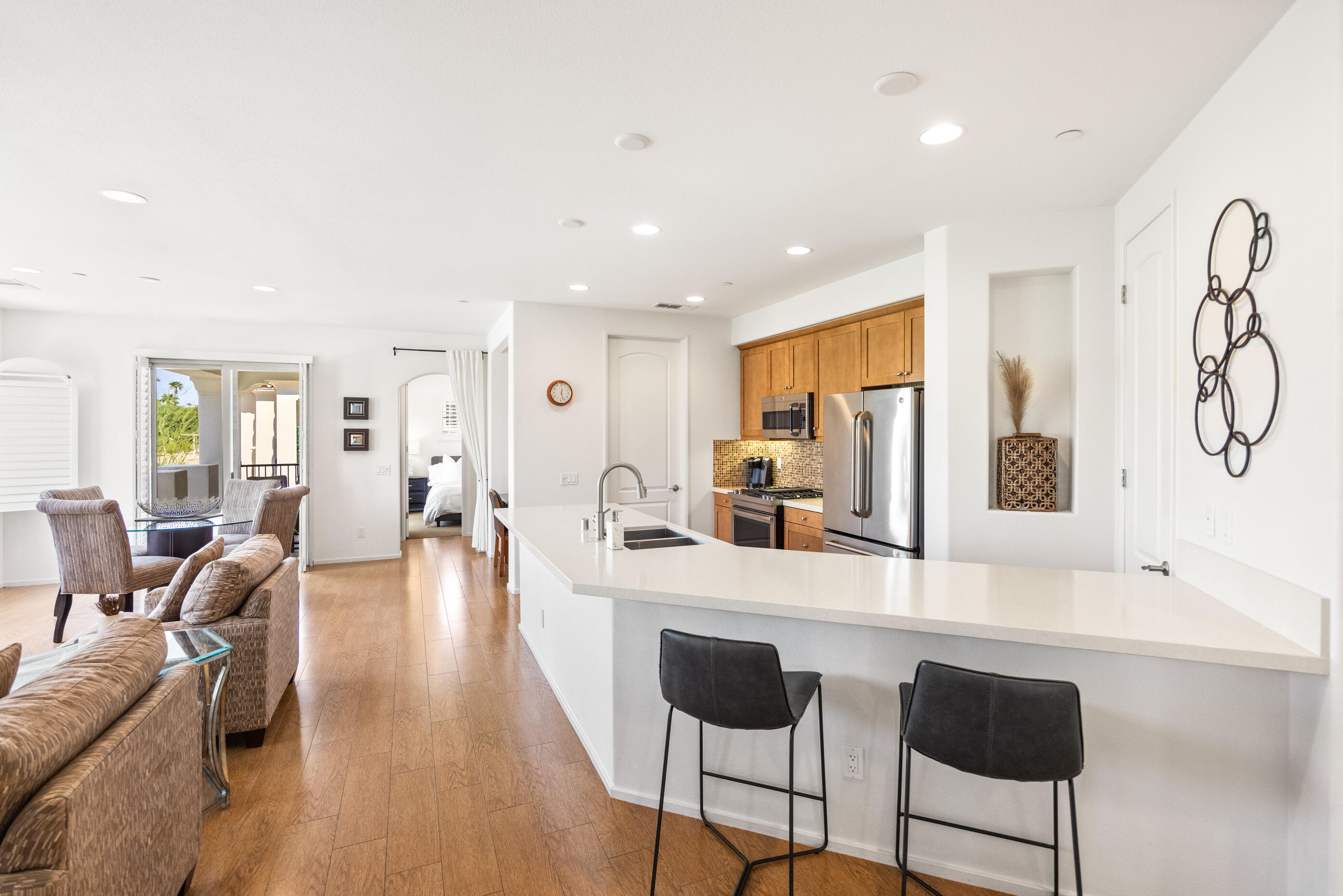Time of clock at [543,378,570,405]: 12:26
